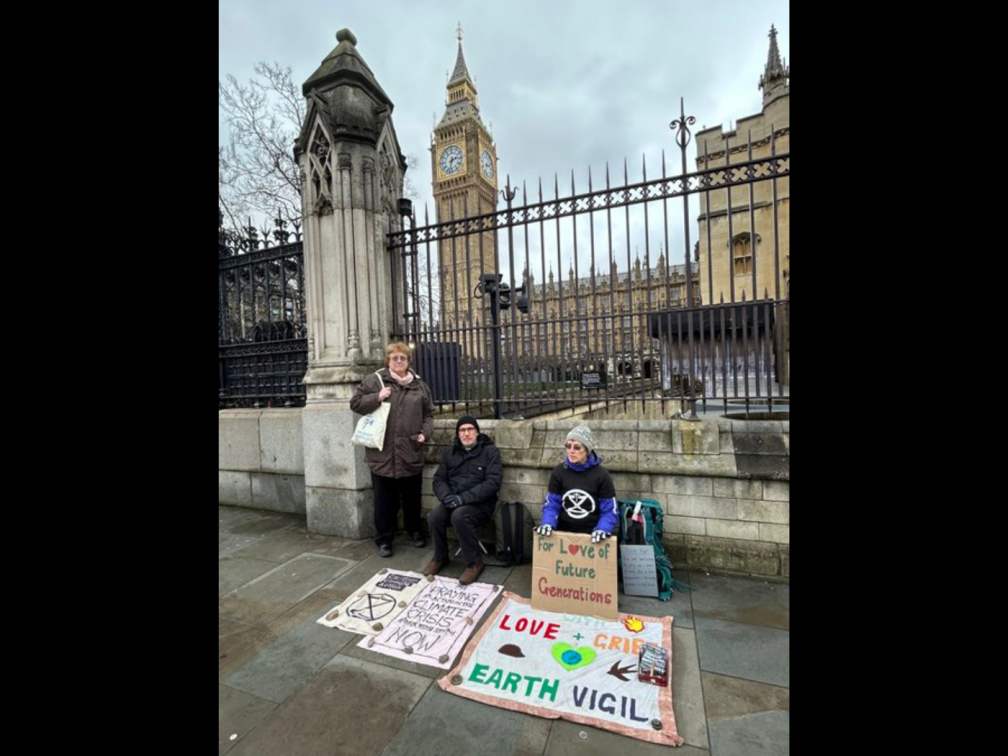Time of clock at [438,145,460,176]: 2:32
